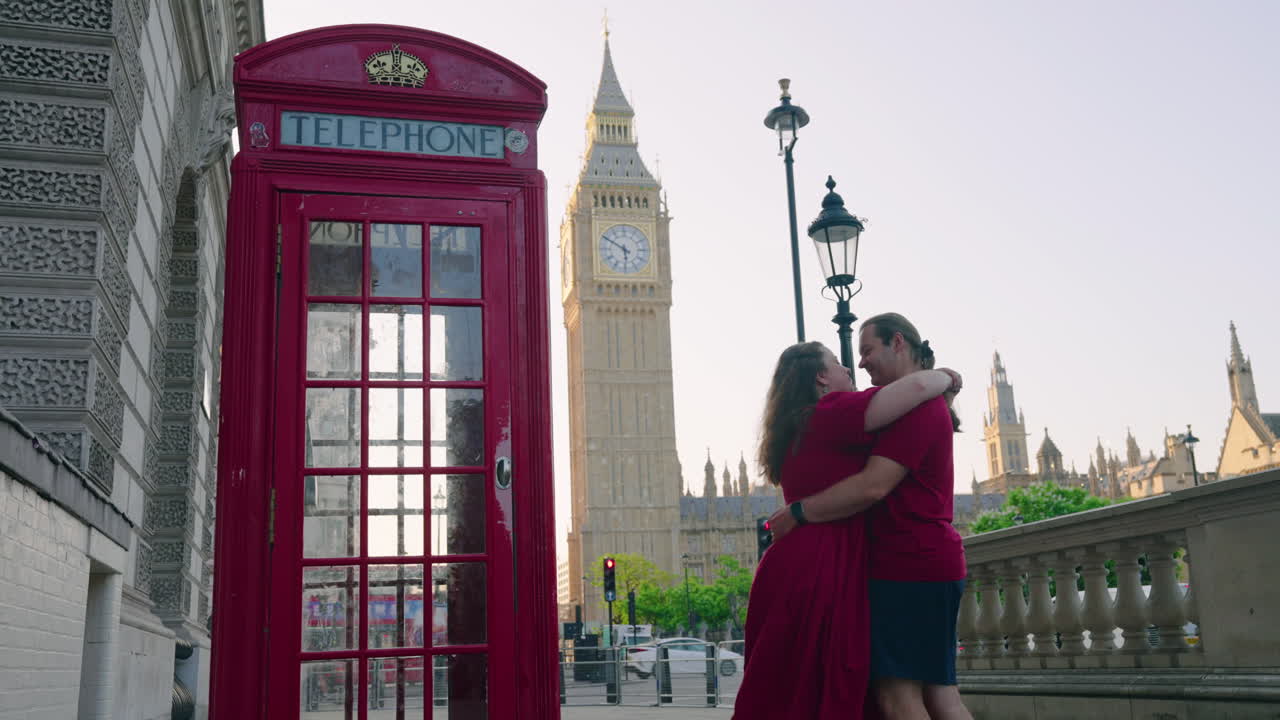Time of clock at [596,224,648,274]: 5:50
